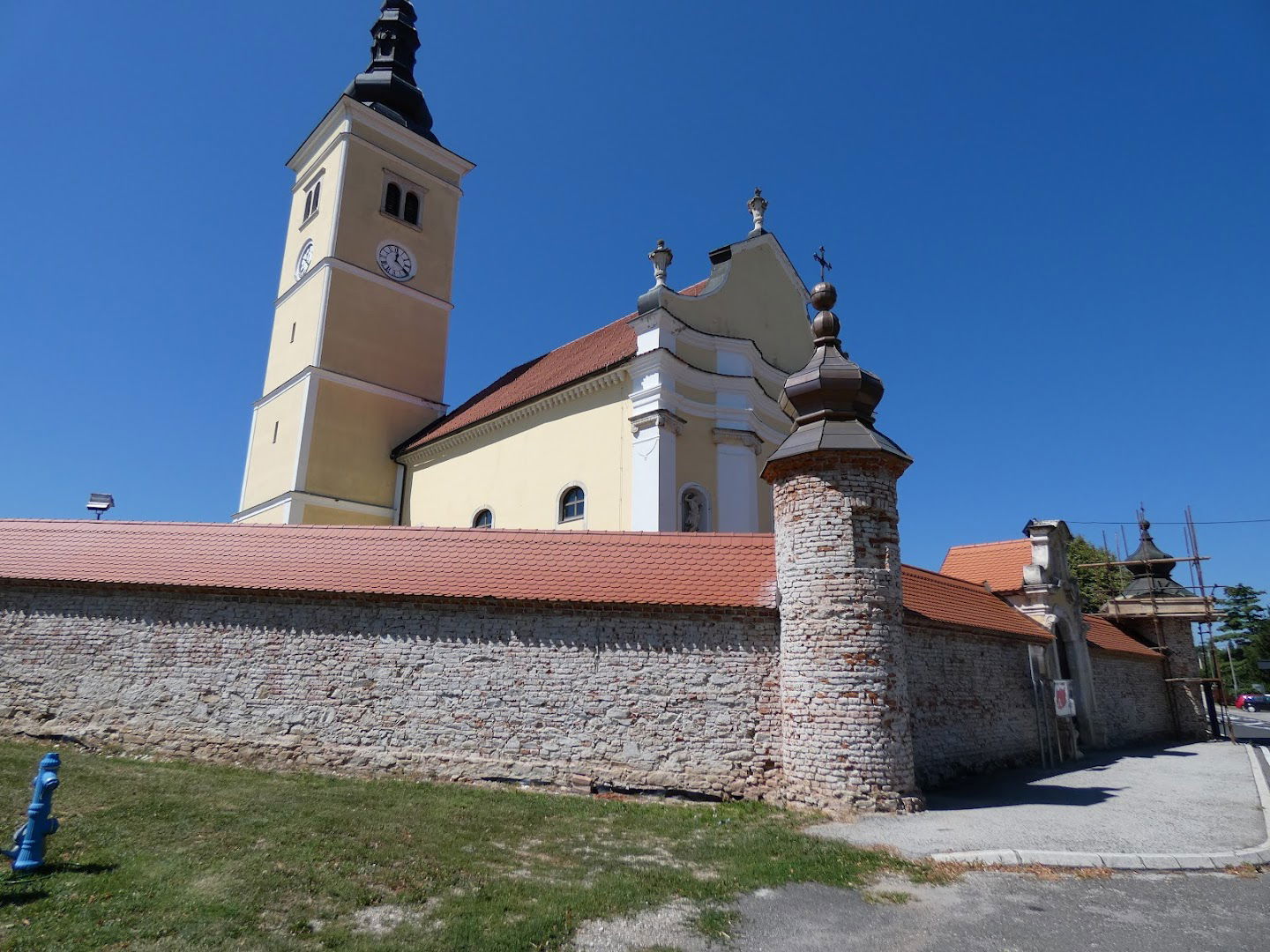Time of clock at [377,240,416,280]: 12:20
